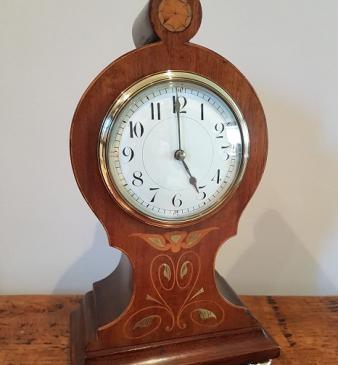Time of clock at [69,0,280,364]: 4:59
